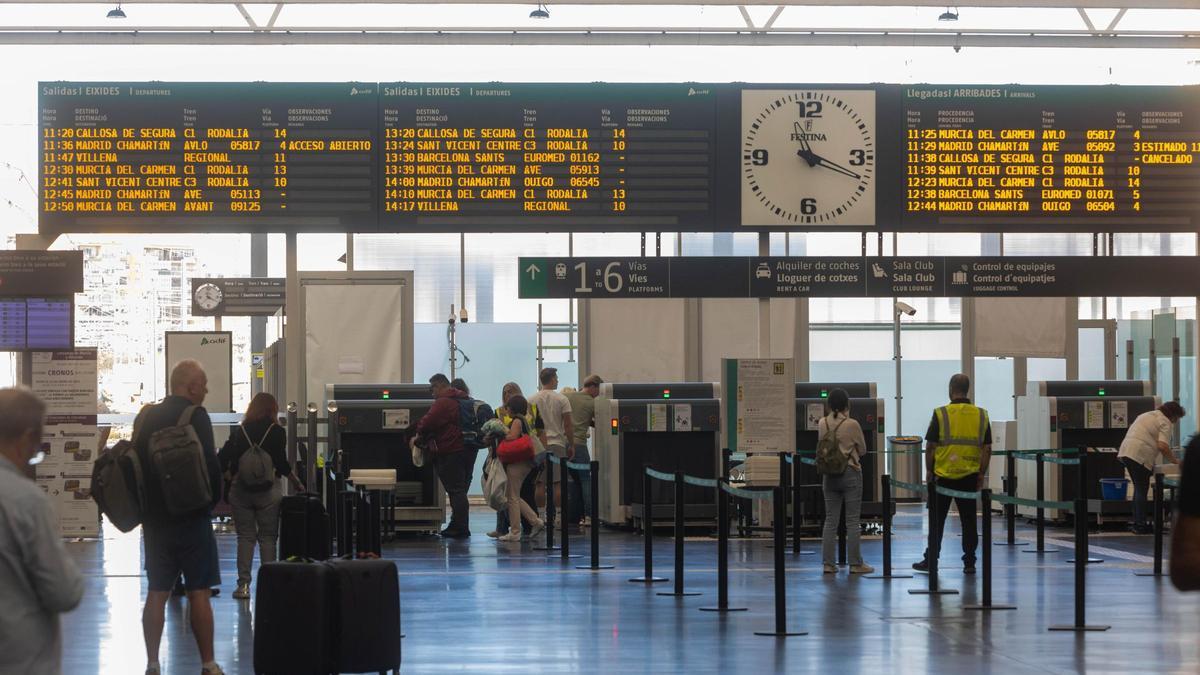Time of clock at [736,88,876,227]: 11:18
